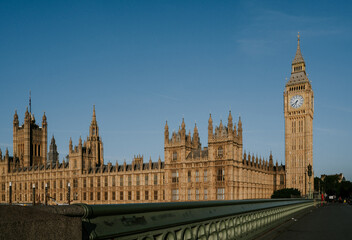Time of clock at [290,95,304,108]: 6:38
